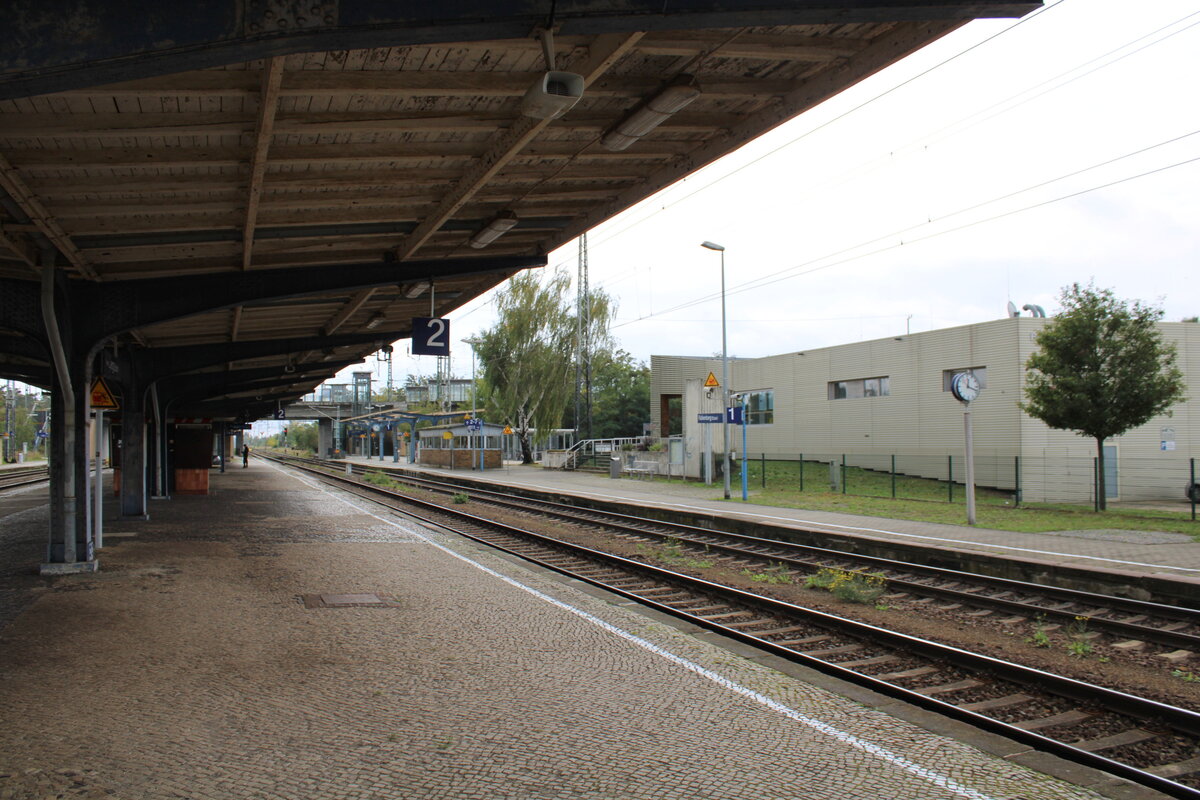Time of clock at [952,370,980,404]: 12:18
